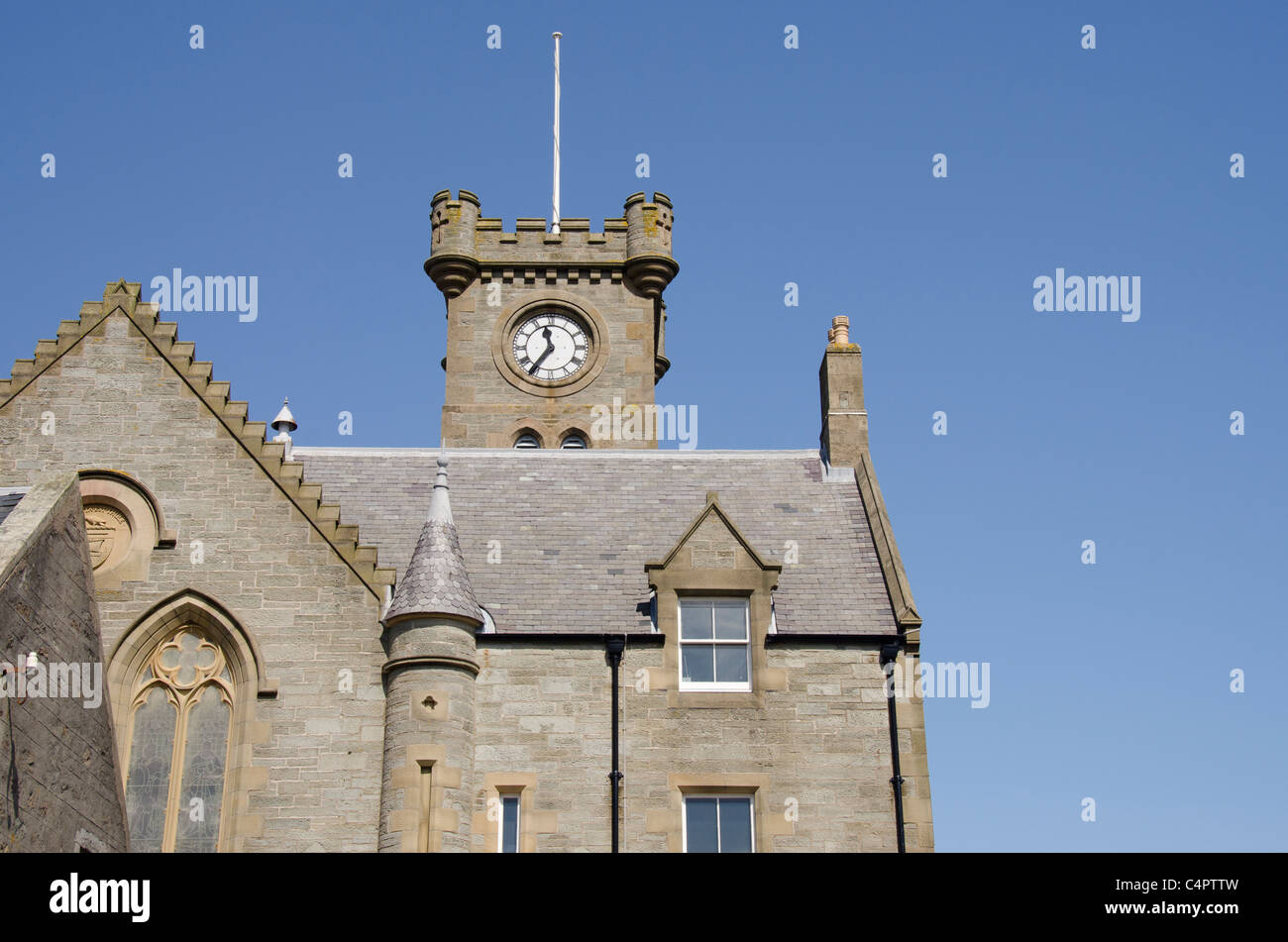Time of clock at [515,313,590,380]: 11:36
